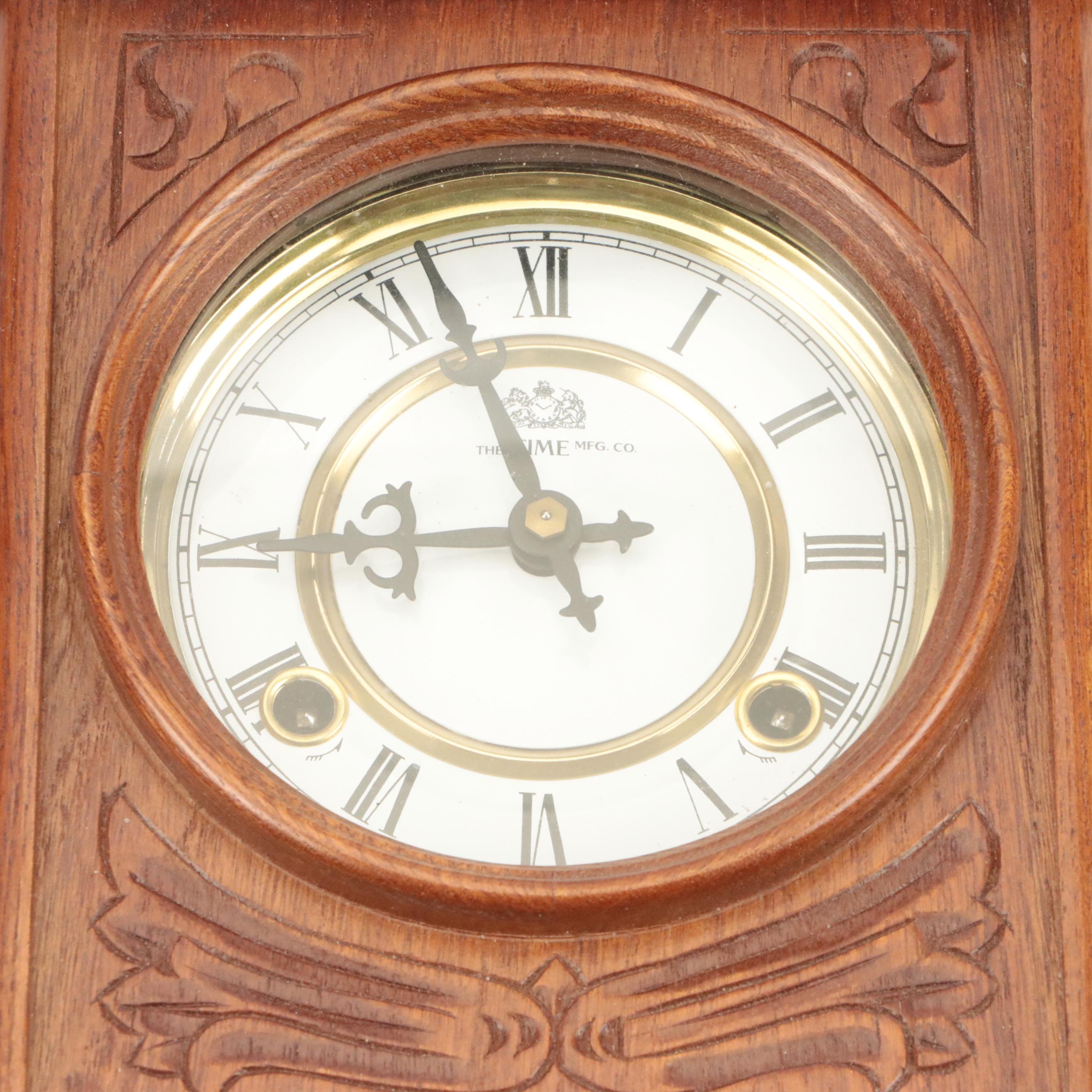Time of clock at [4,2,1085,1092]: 8:56
